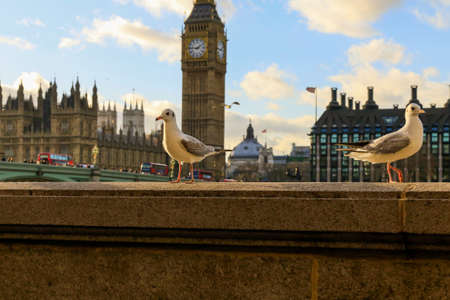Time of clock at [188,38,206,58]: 1:46
